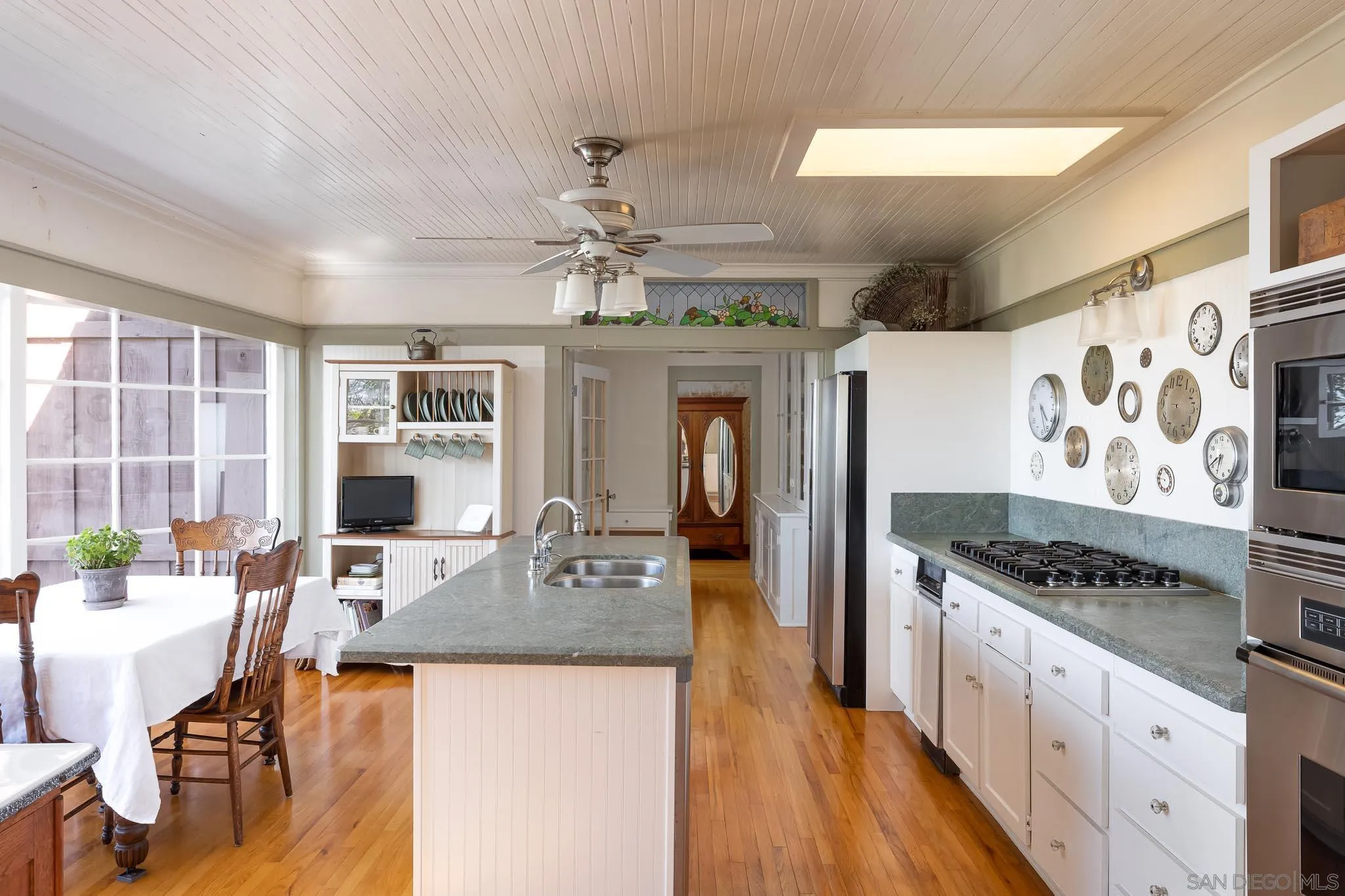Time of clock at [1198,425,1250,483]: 6:40
